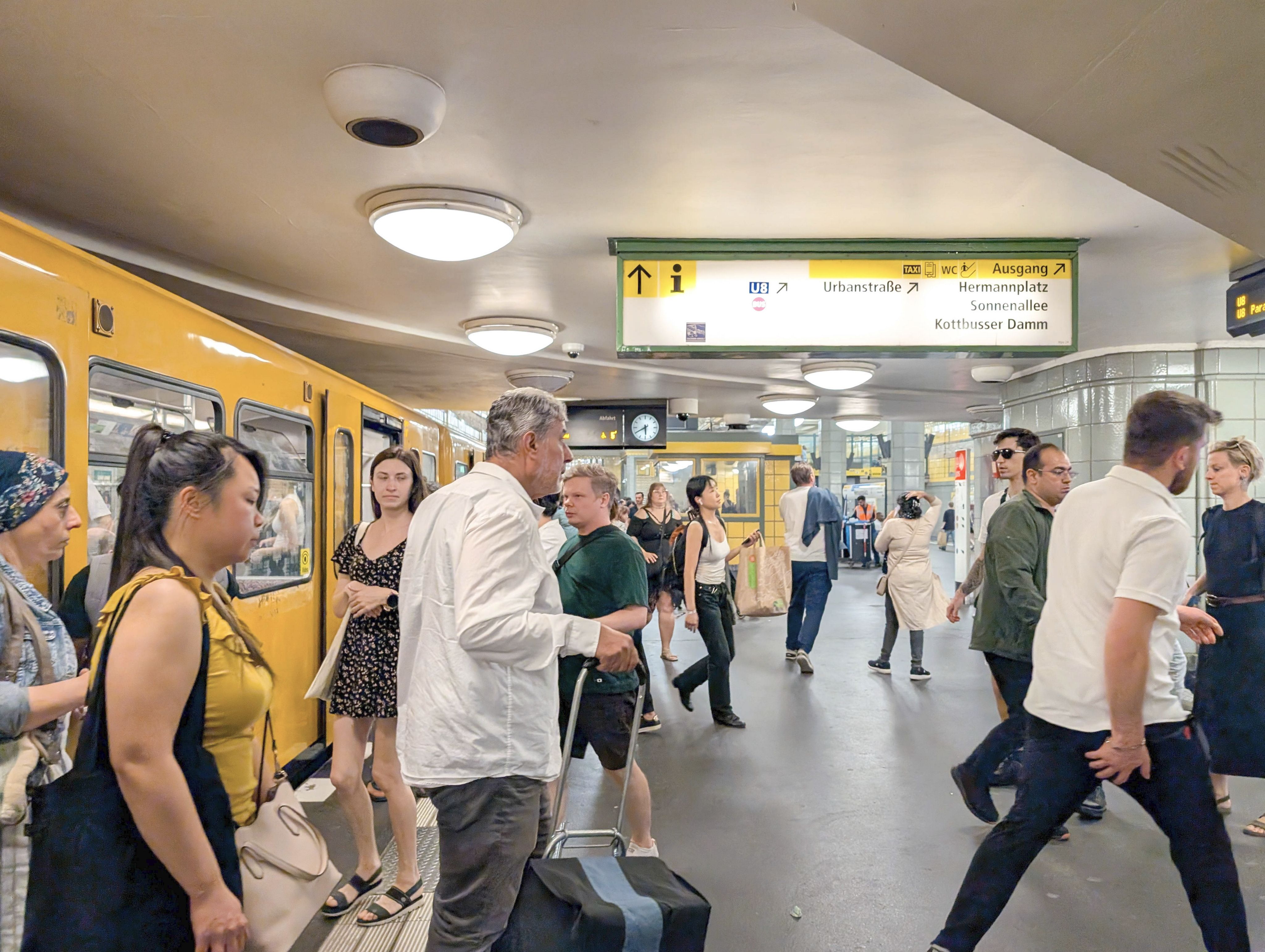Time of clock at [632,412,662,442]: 5:40
